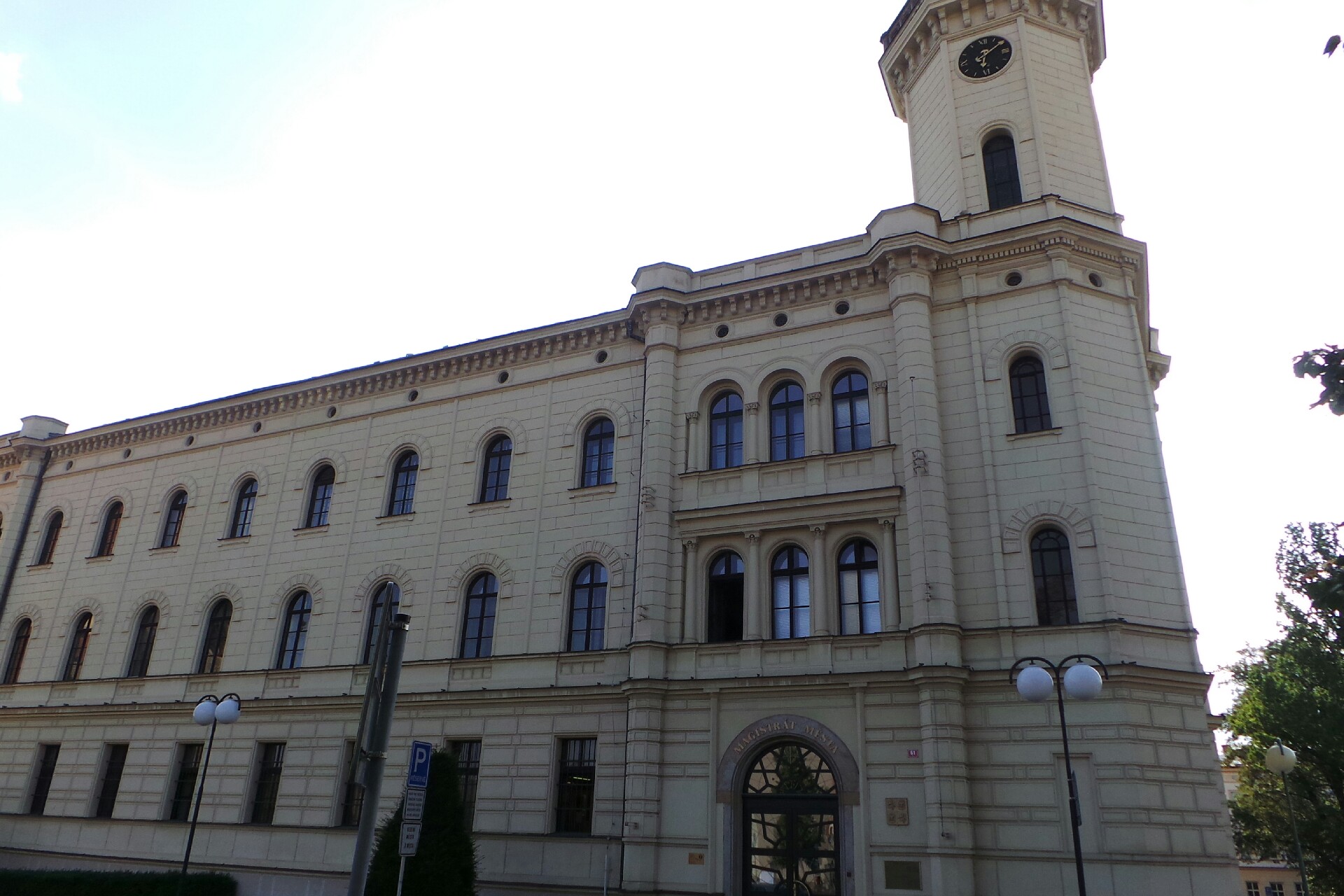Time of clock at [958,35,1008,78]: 6:09
